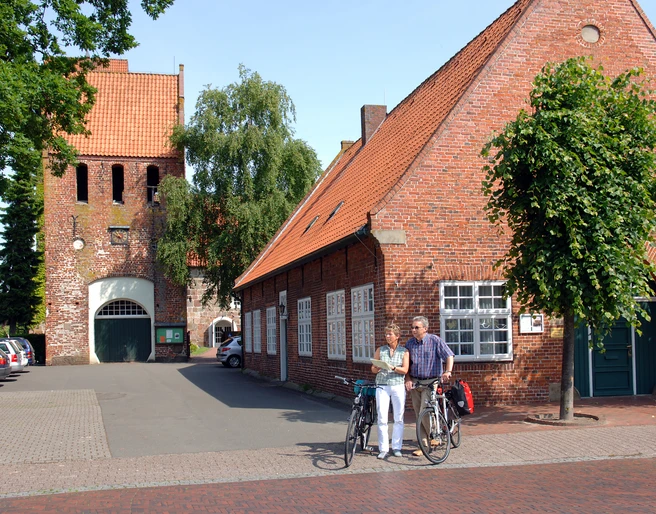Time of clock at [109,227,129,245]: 4:49
